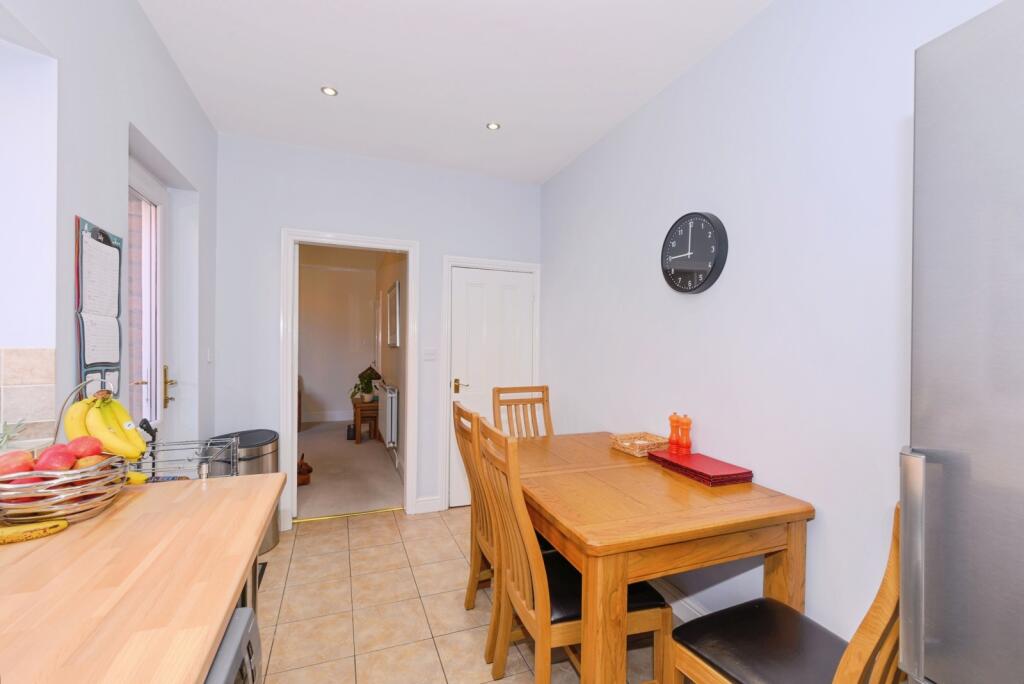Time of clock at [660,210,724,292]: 8:59
